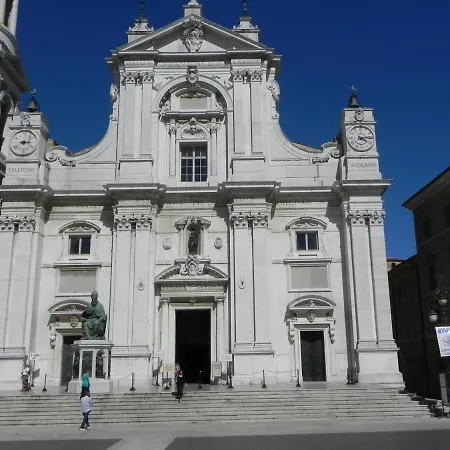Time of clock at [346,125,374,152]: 4:13
